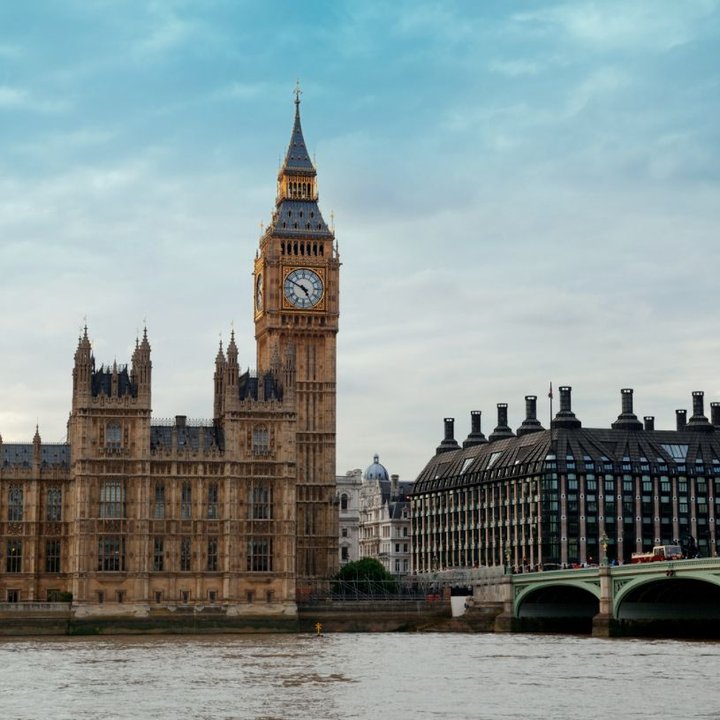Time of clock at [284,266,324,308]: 4:49
